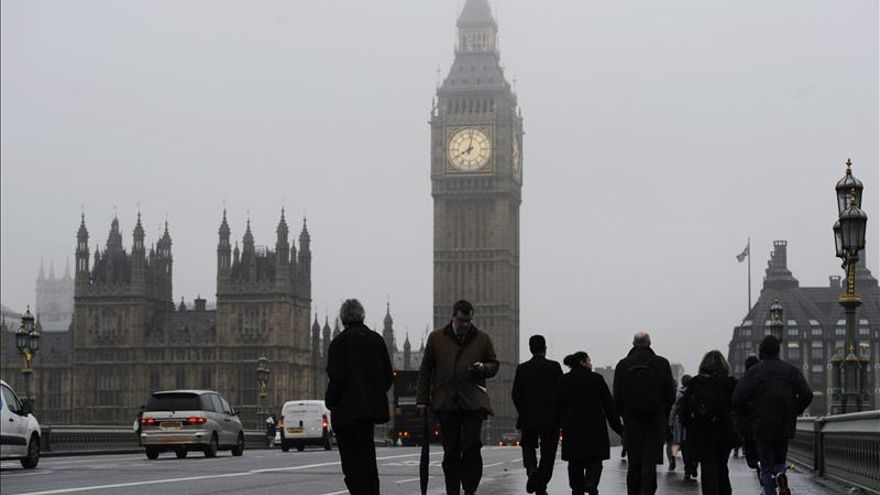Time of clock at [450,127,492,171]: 8:01
